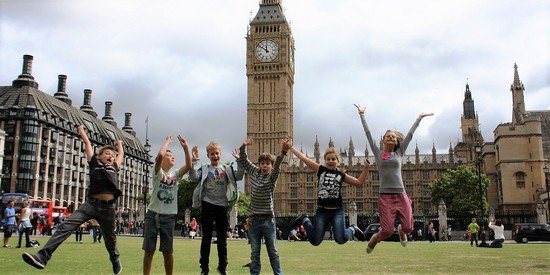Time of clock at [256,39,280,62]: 11:51
